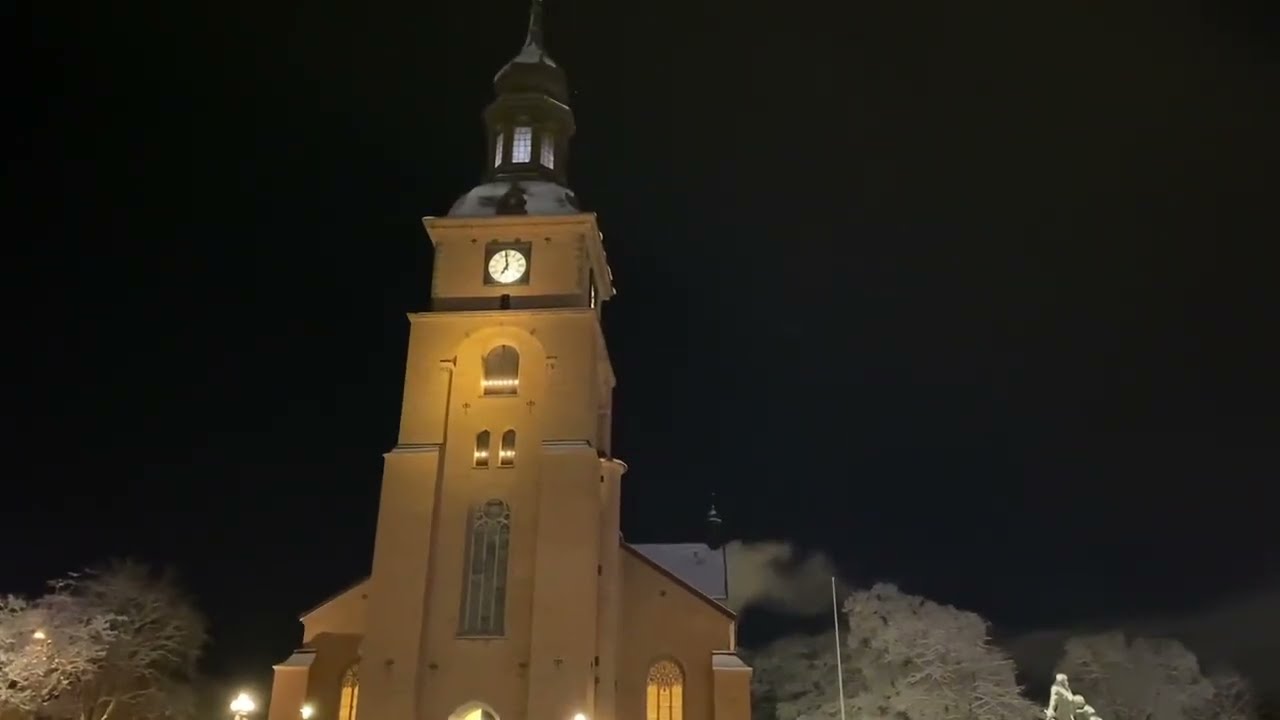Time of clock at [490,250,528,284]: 6:58
